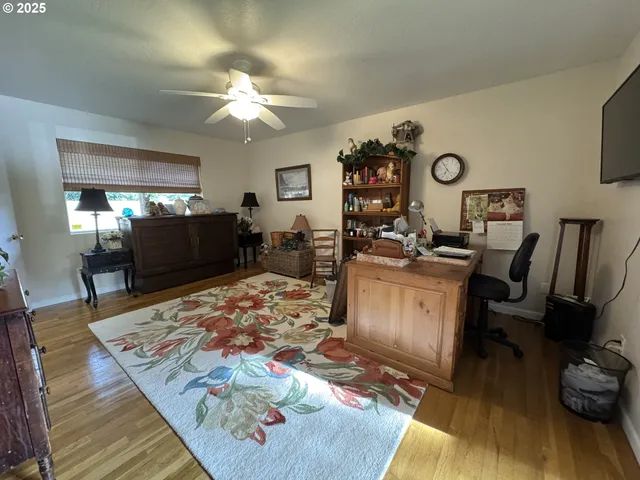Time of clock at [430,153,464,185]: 6:55
